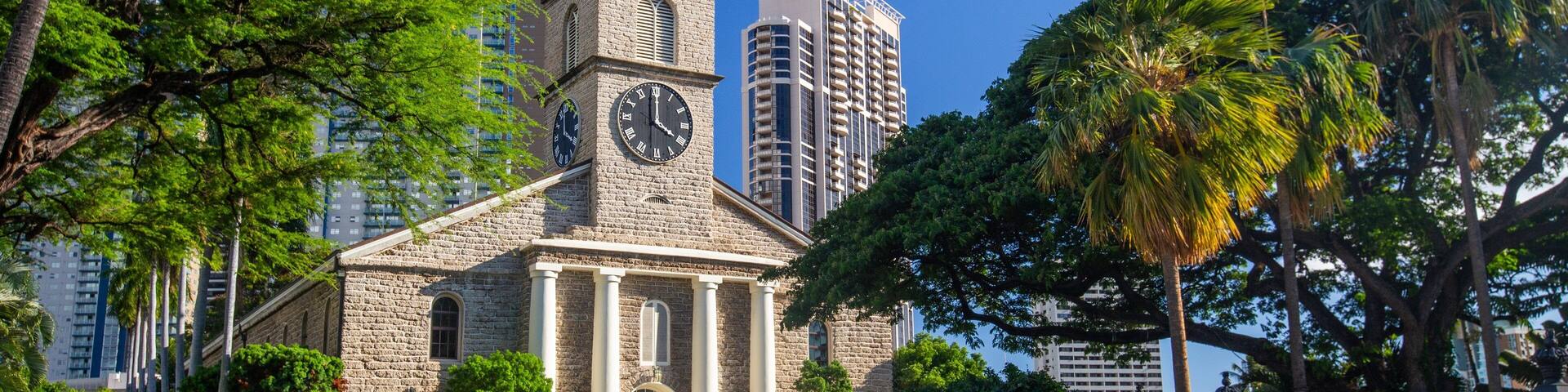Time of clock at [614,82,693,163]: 4:00
